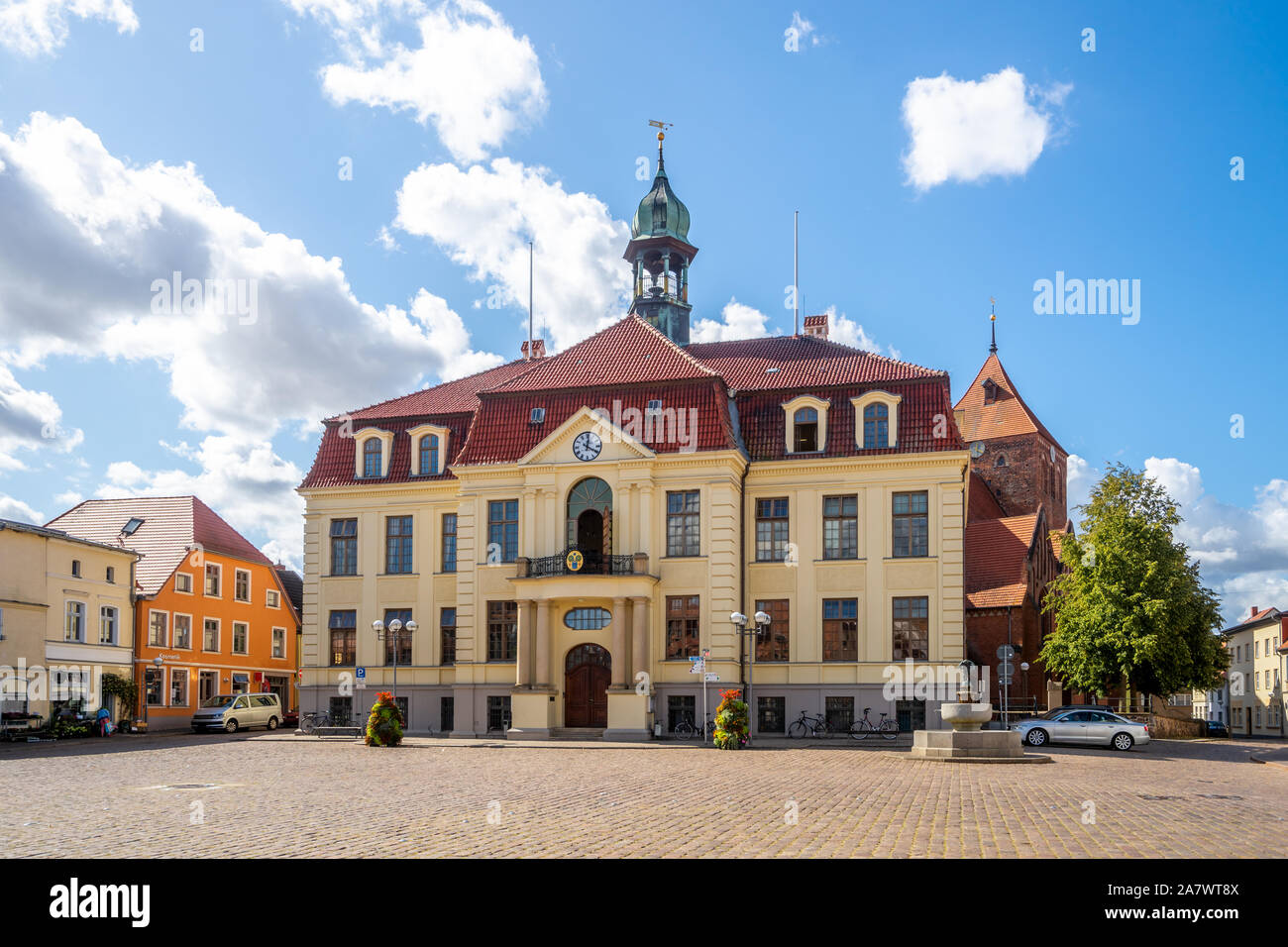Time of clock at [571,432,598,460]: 12:19
